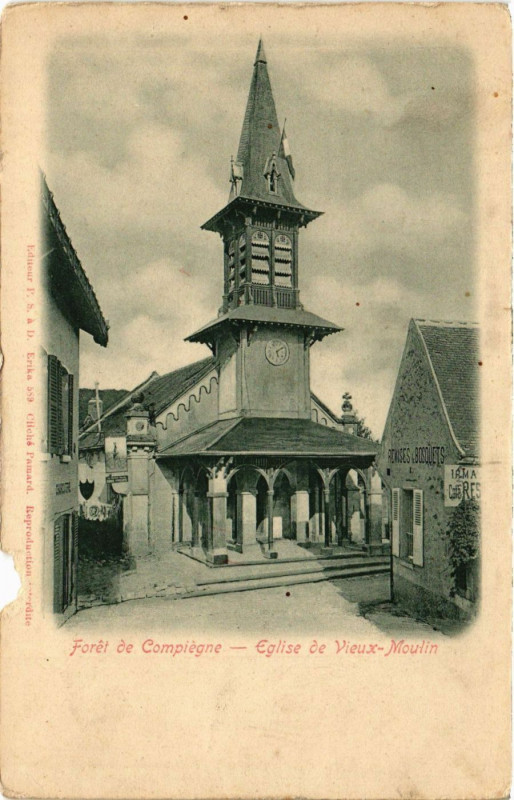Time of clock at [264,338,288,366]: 5:09
